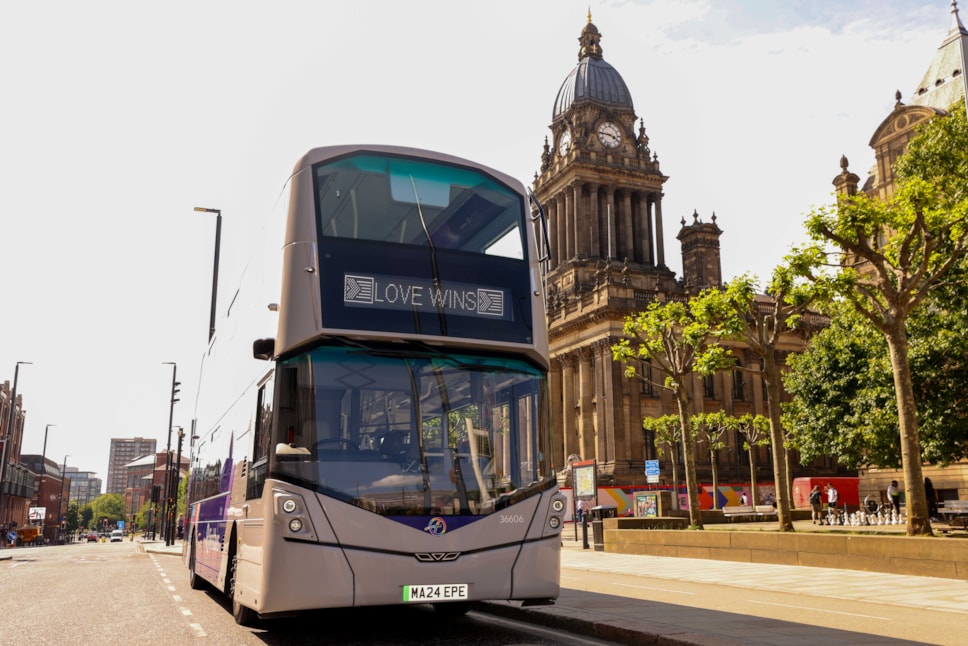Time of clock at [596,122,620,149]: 3:45
